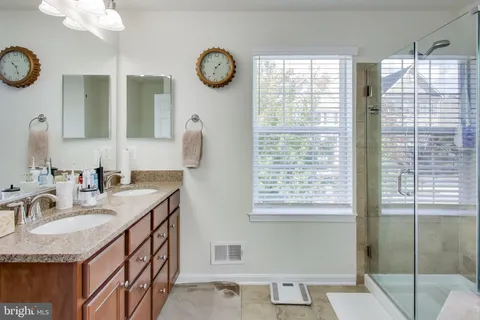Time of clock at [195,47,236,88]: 1:32
